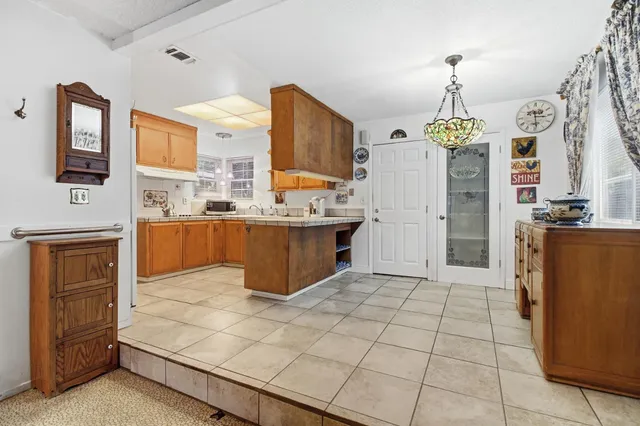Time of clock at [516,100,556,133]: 3:28
